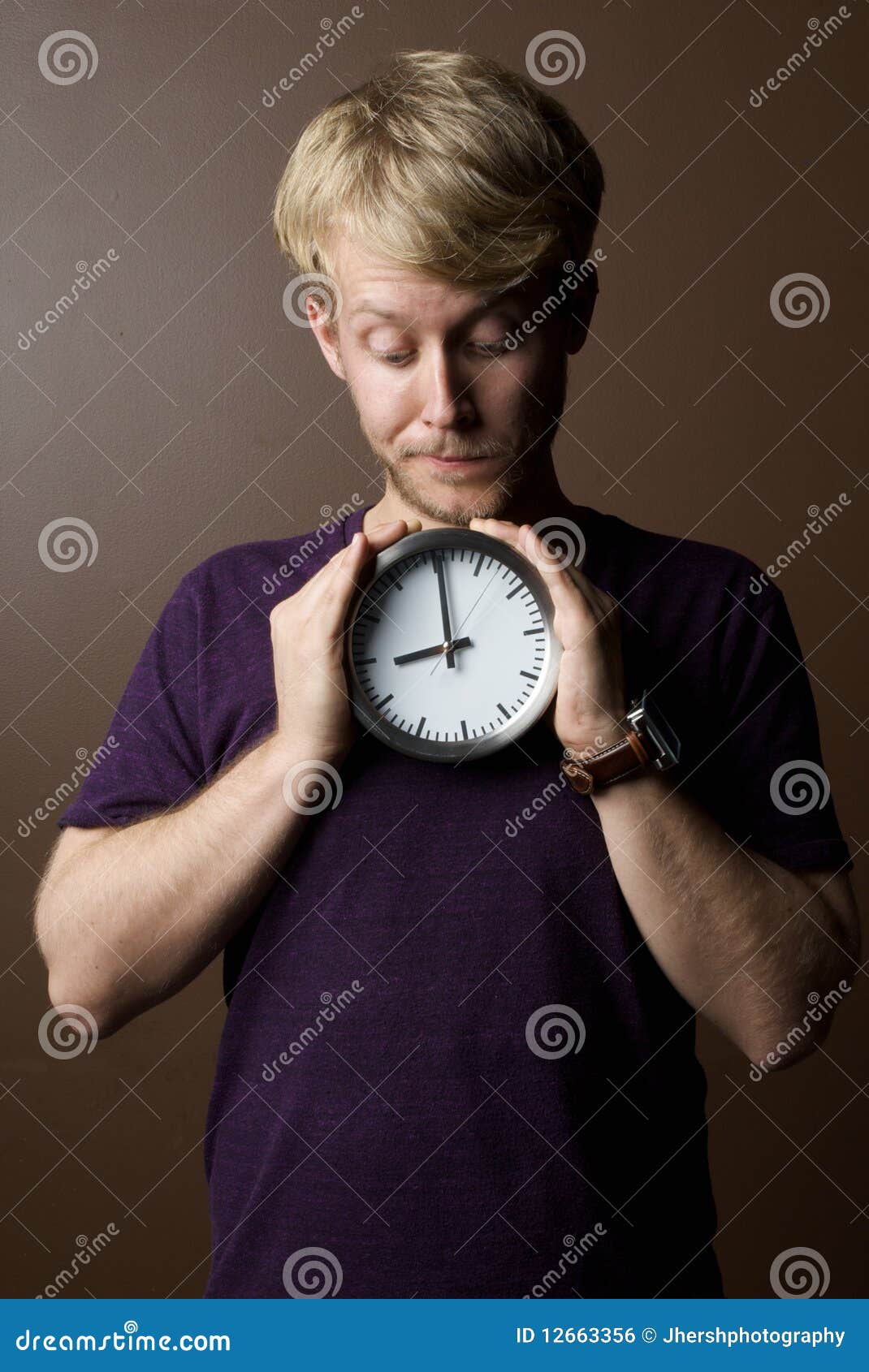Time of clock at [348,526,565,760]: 9:00
